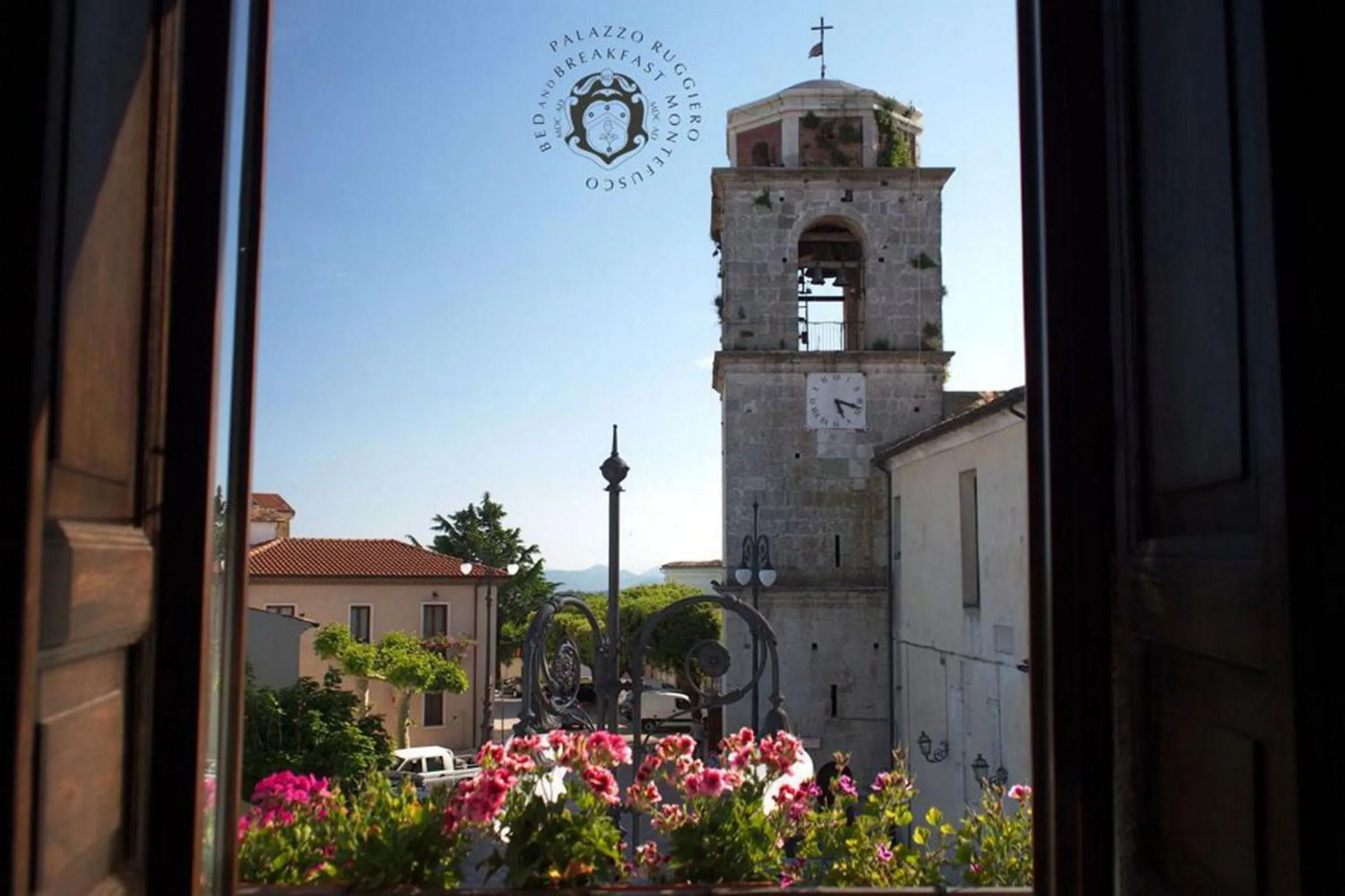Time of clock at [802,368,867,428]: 5:18
